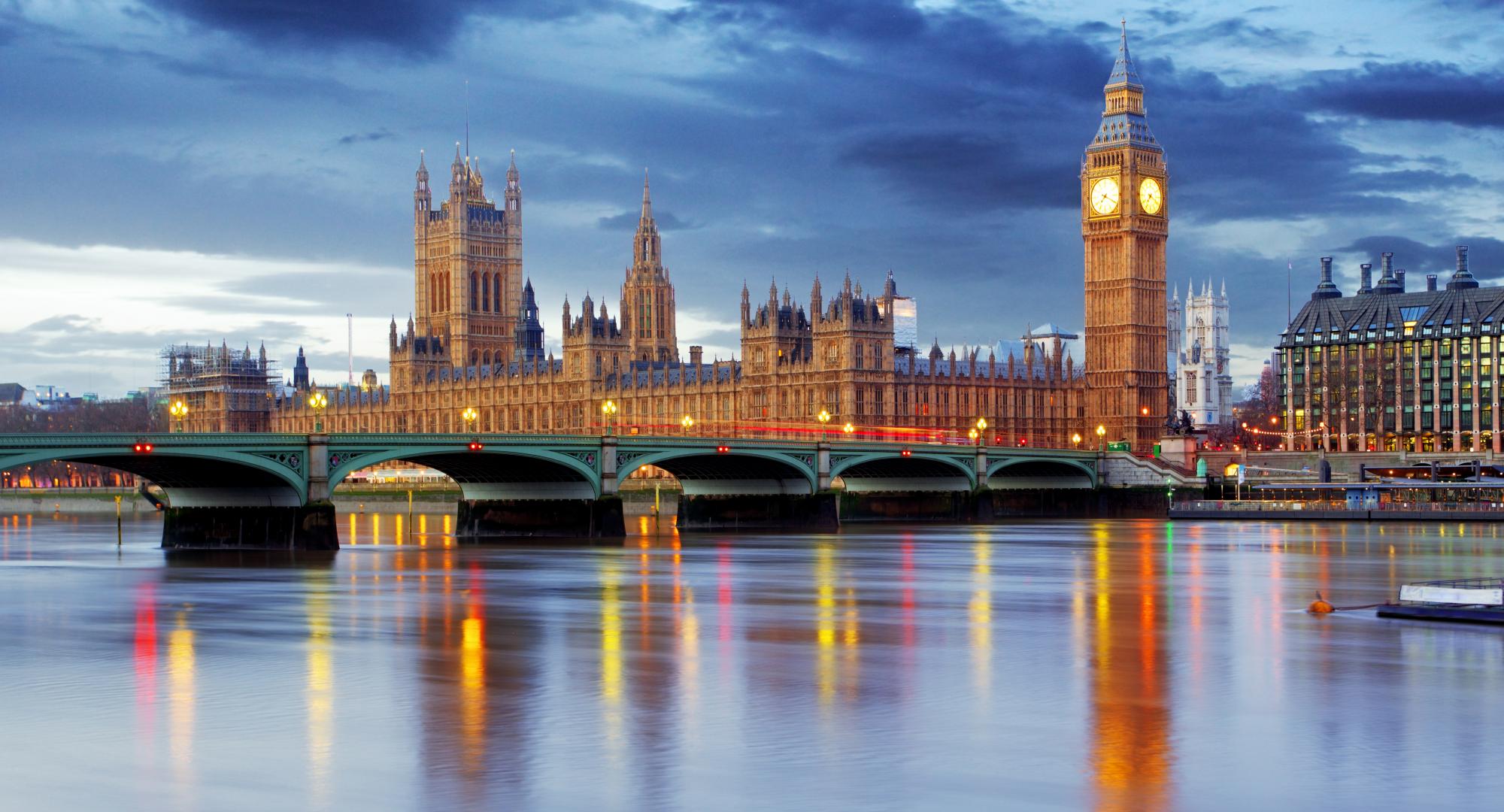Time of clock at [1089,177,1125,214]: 7:19
